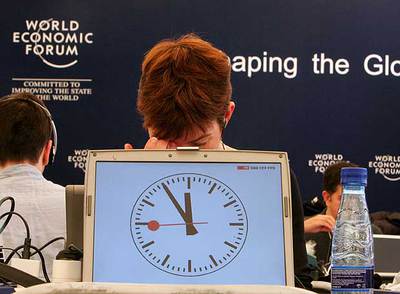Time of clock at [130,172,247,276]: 11:54
